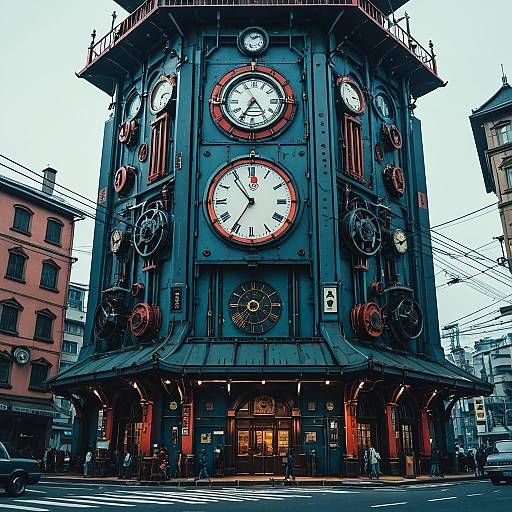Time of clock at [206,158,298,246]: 10:35
